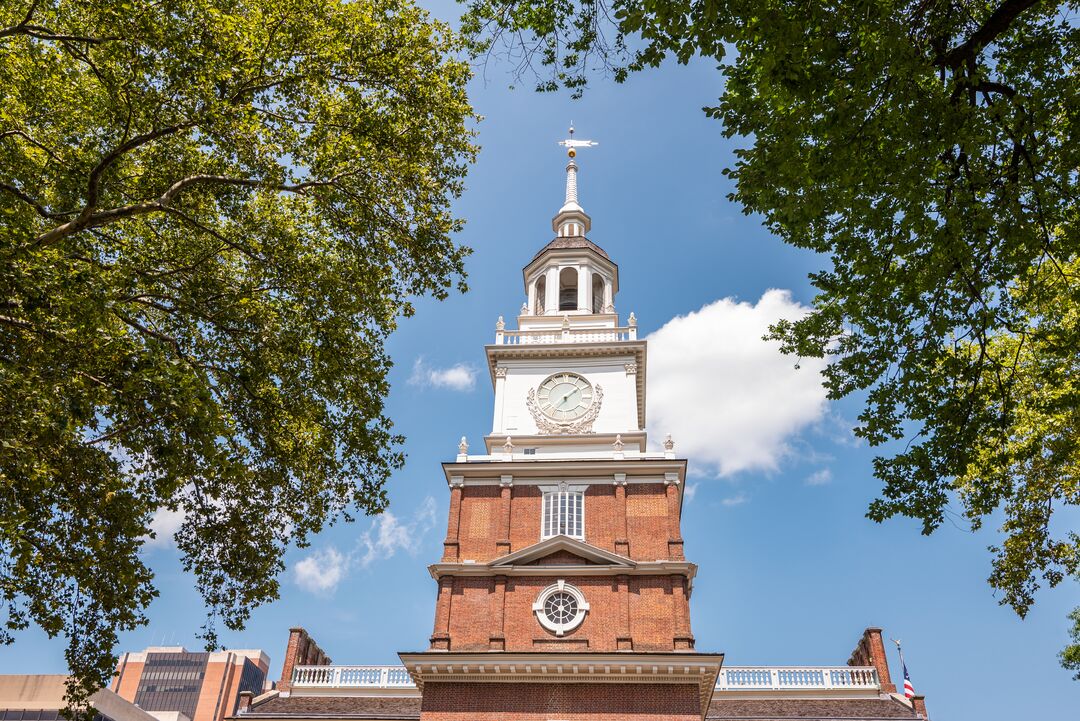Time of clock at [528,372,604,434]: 1:36
